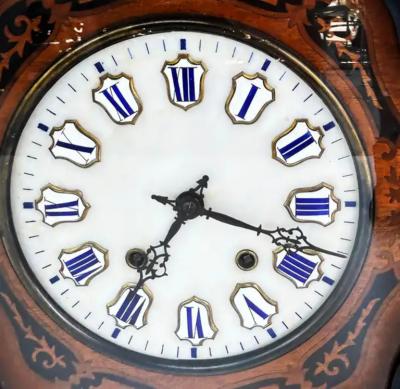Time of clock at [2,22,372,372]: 7:18
